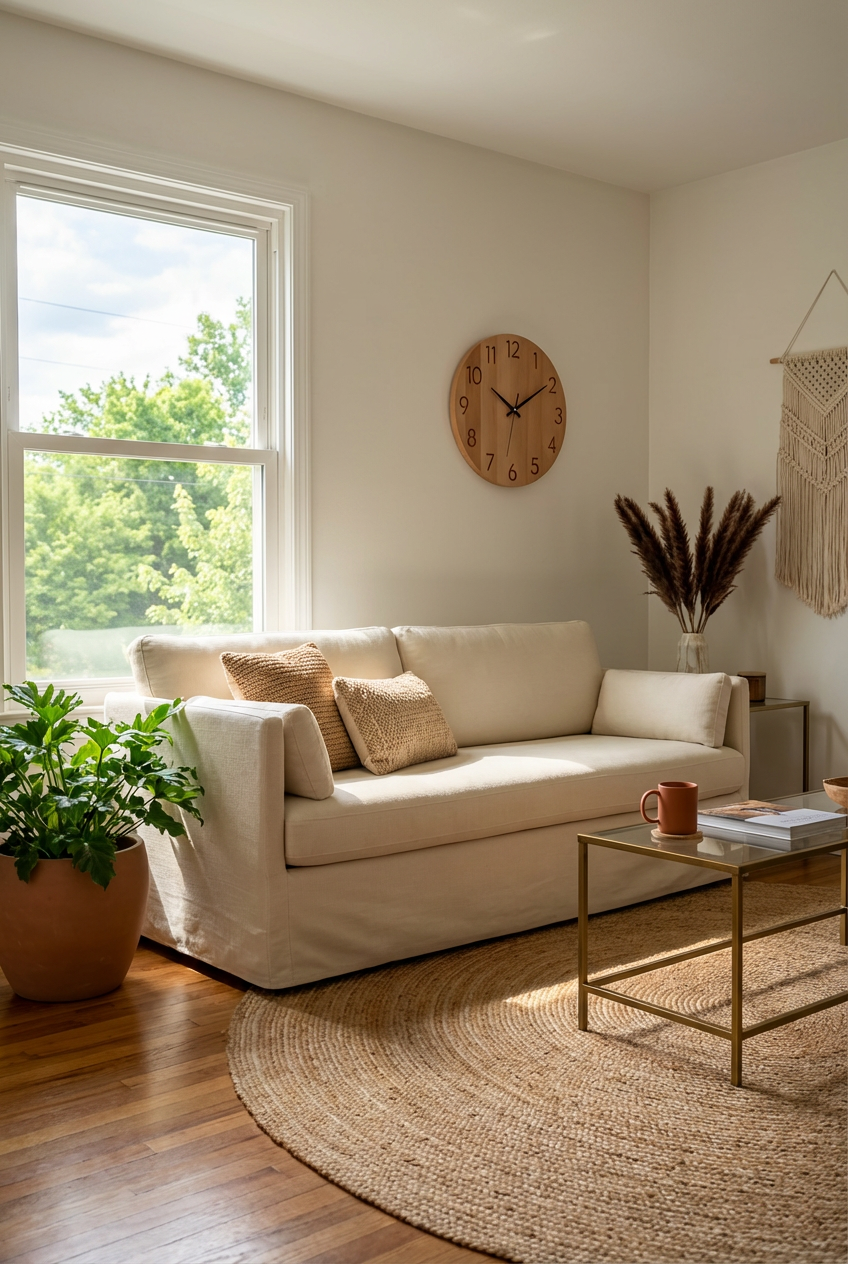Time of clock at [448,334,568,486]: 10:09
